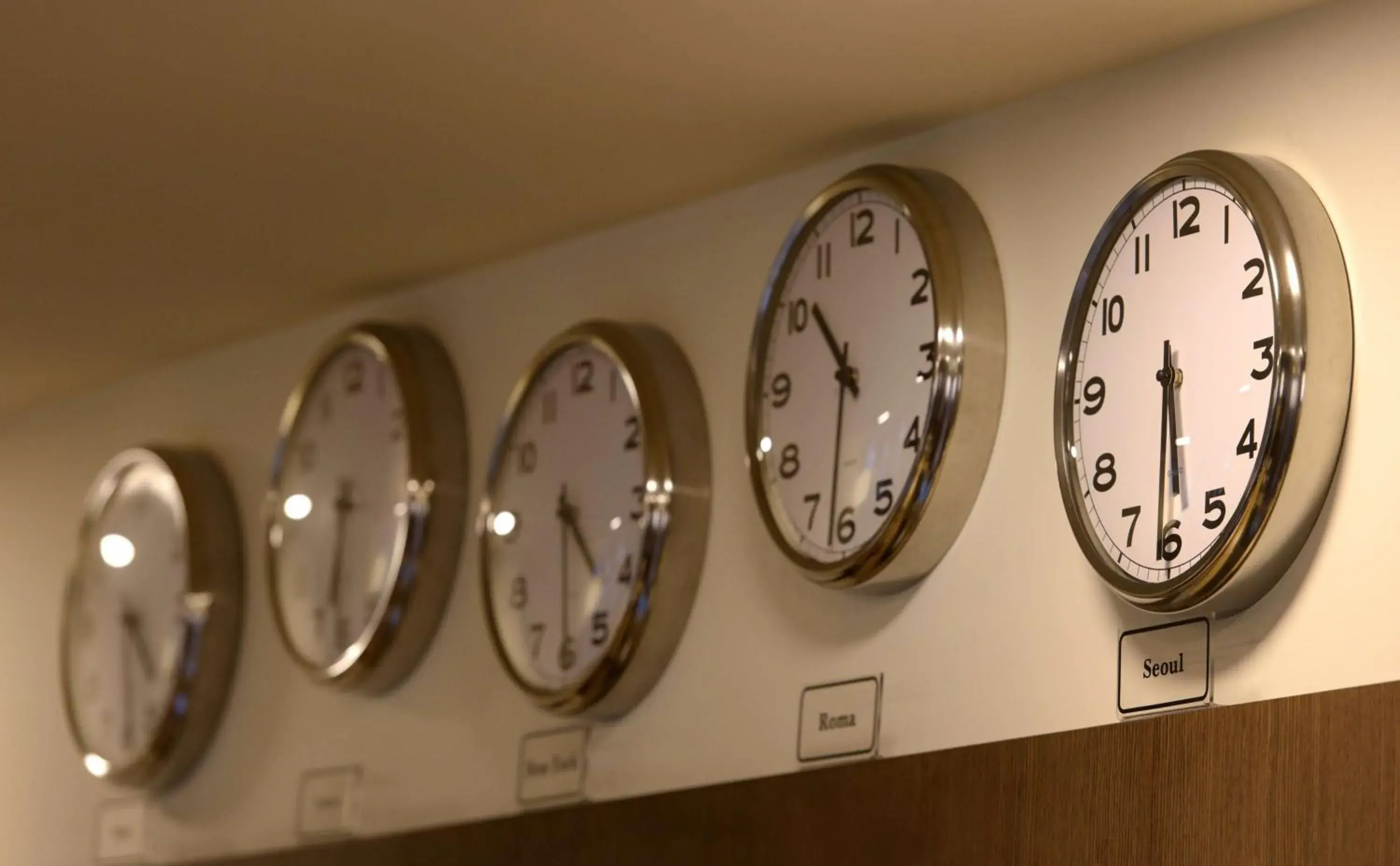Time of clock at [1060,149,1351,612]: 5:30
